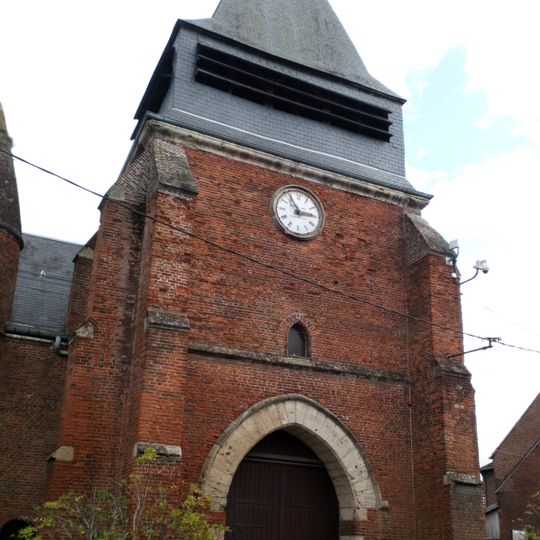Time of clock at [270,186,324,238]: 2:54
